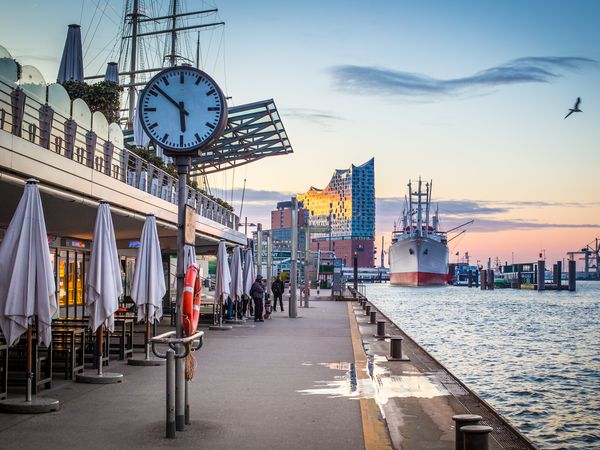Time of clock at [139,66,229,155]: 5:51
